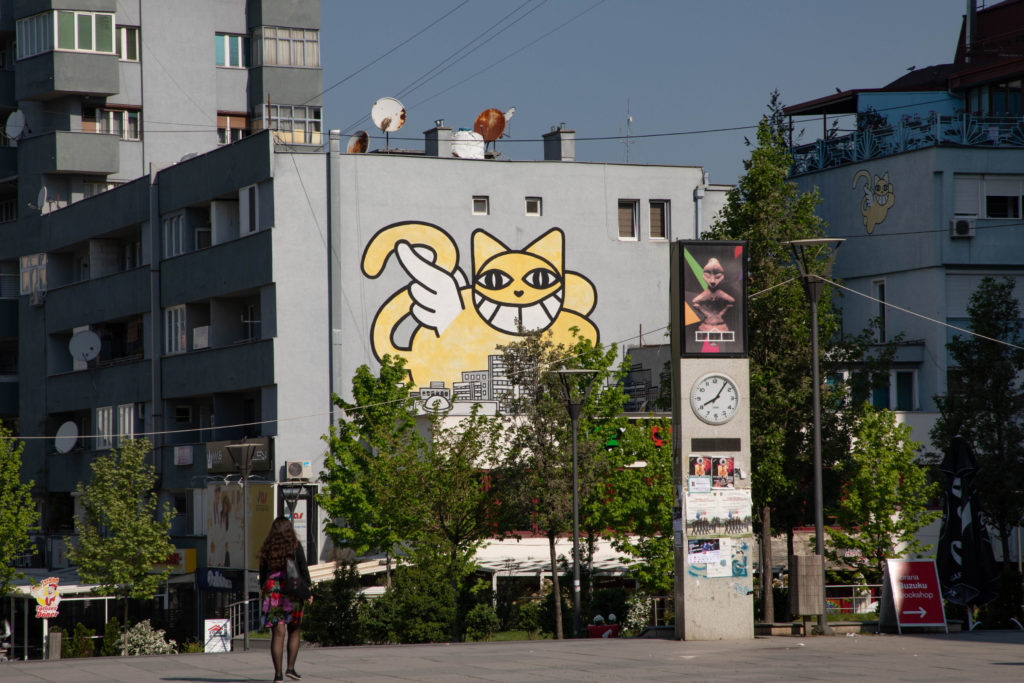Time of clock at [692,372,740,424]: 8:06
